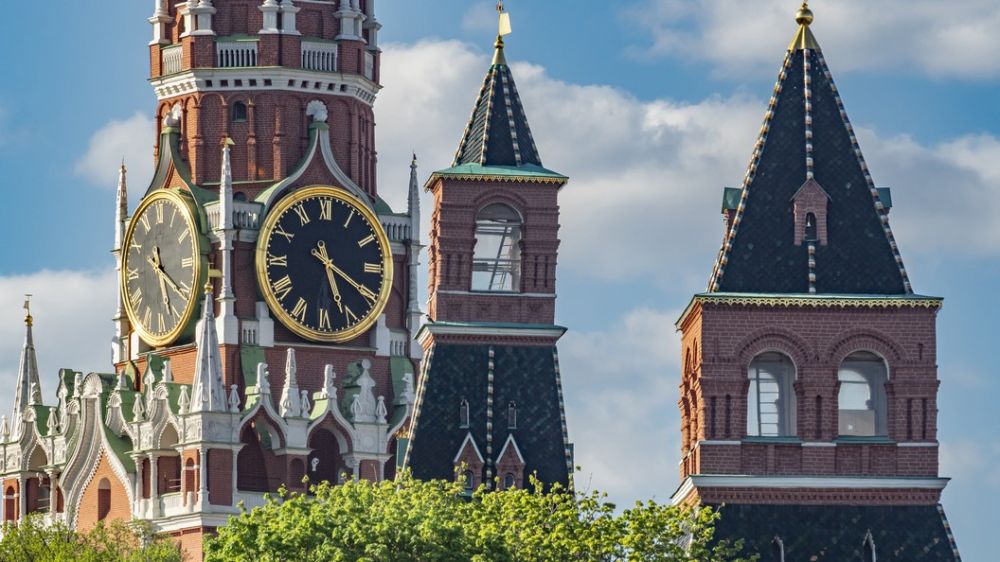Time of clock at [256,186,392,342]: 5:19
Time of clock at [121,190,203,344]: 5:20
